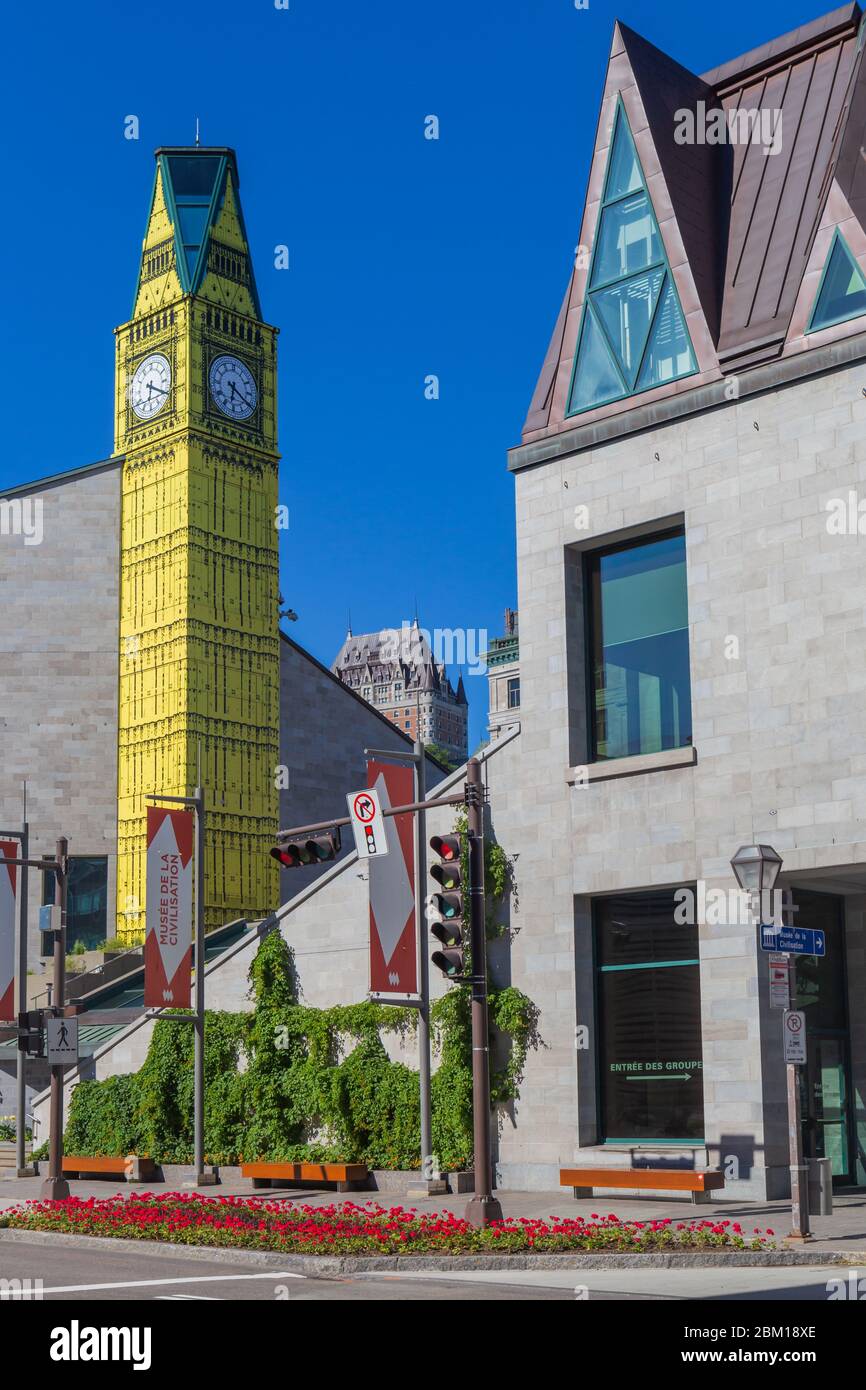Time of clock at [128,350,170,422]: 6:19
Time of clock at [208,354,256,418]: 6:20
